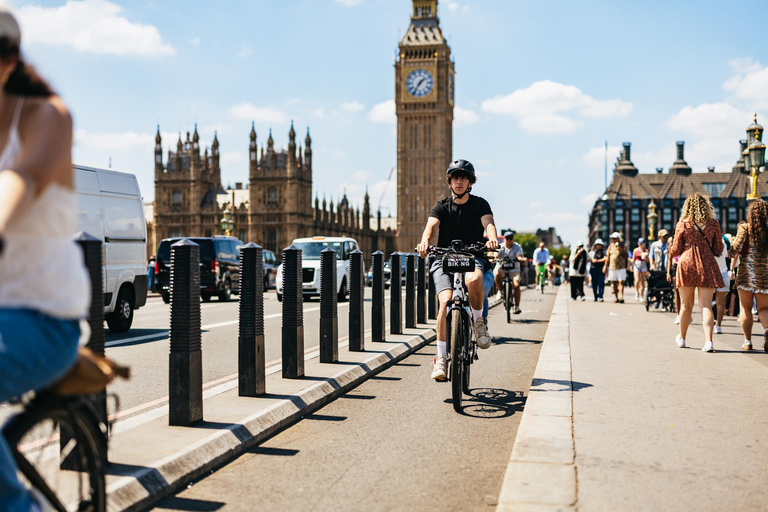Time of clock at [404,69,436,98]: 1:35
